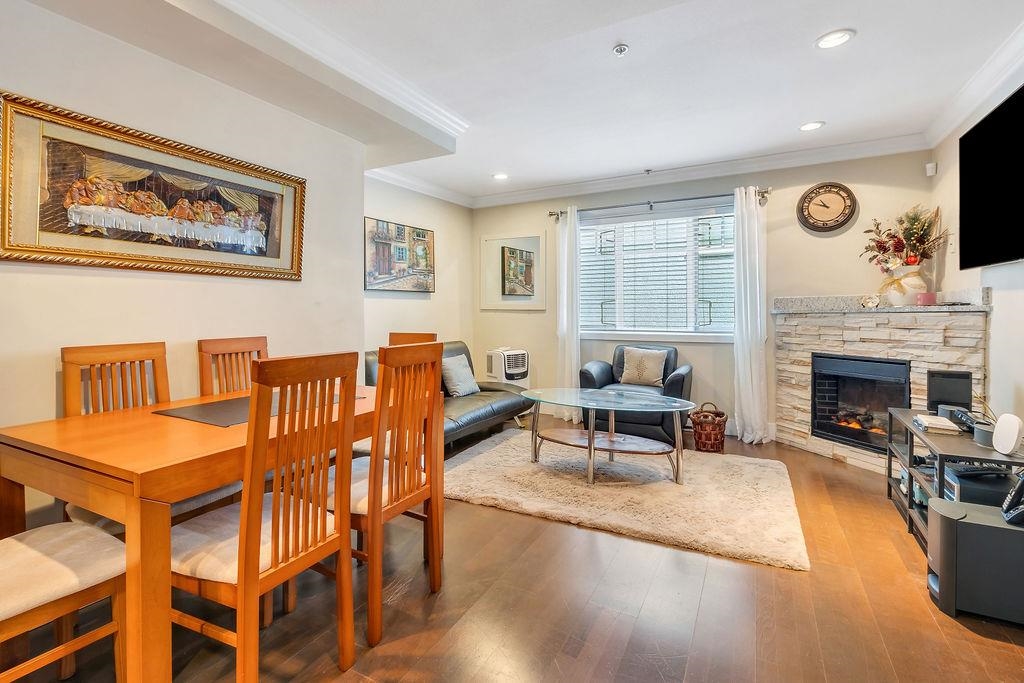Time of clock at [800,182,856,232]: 10:48
